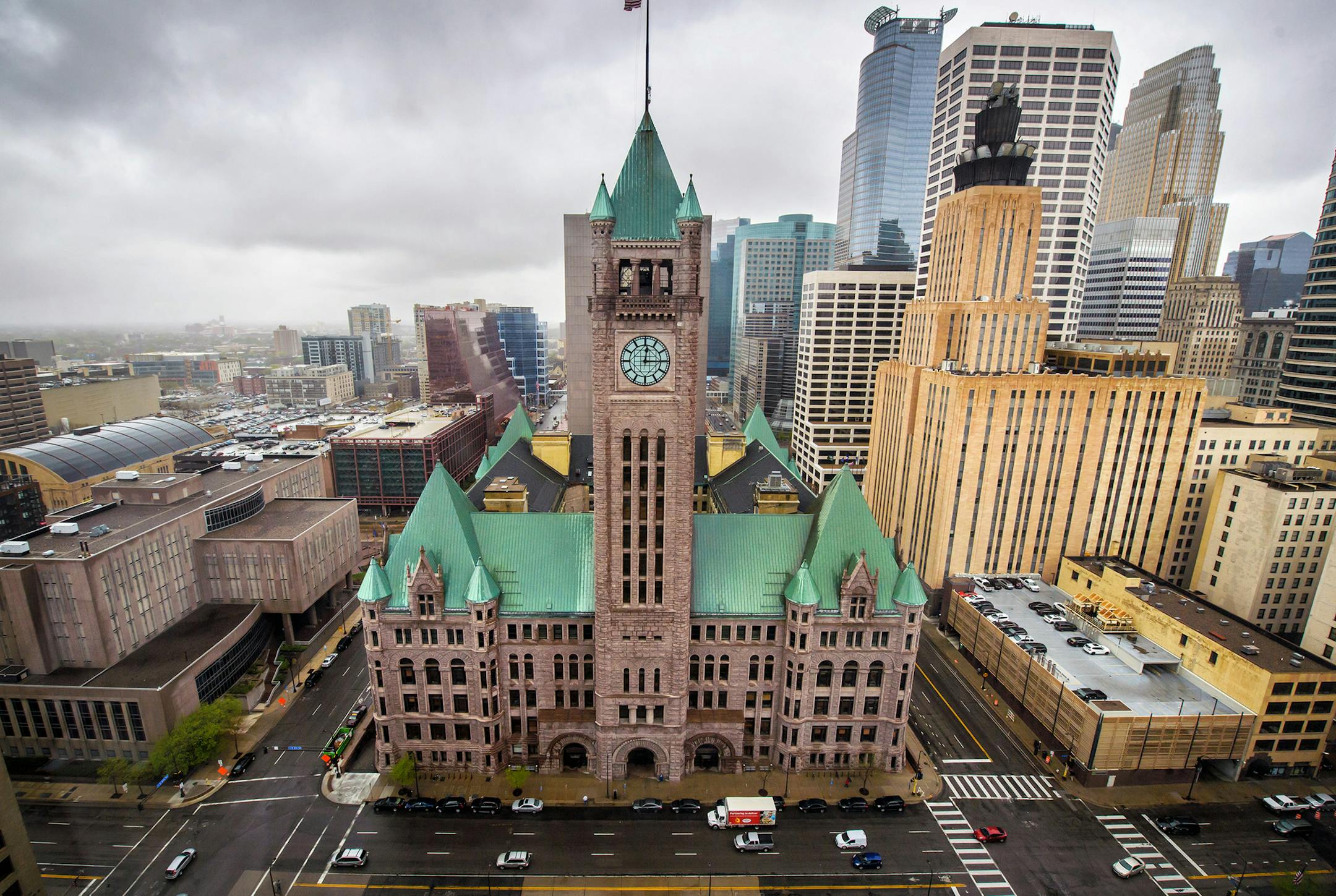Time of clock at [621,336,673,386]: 12:14
